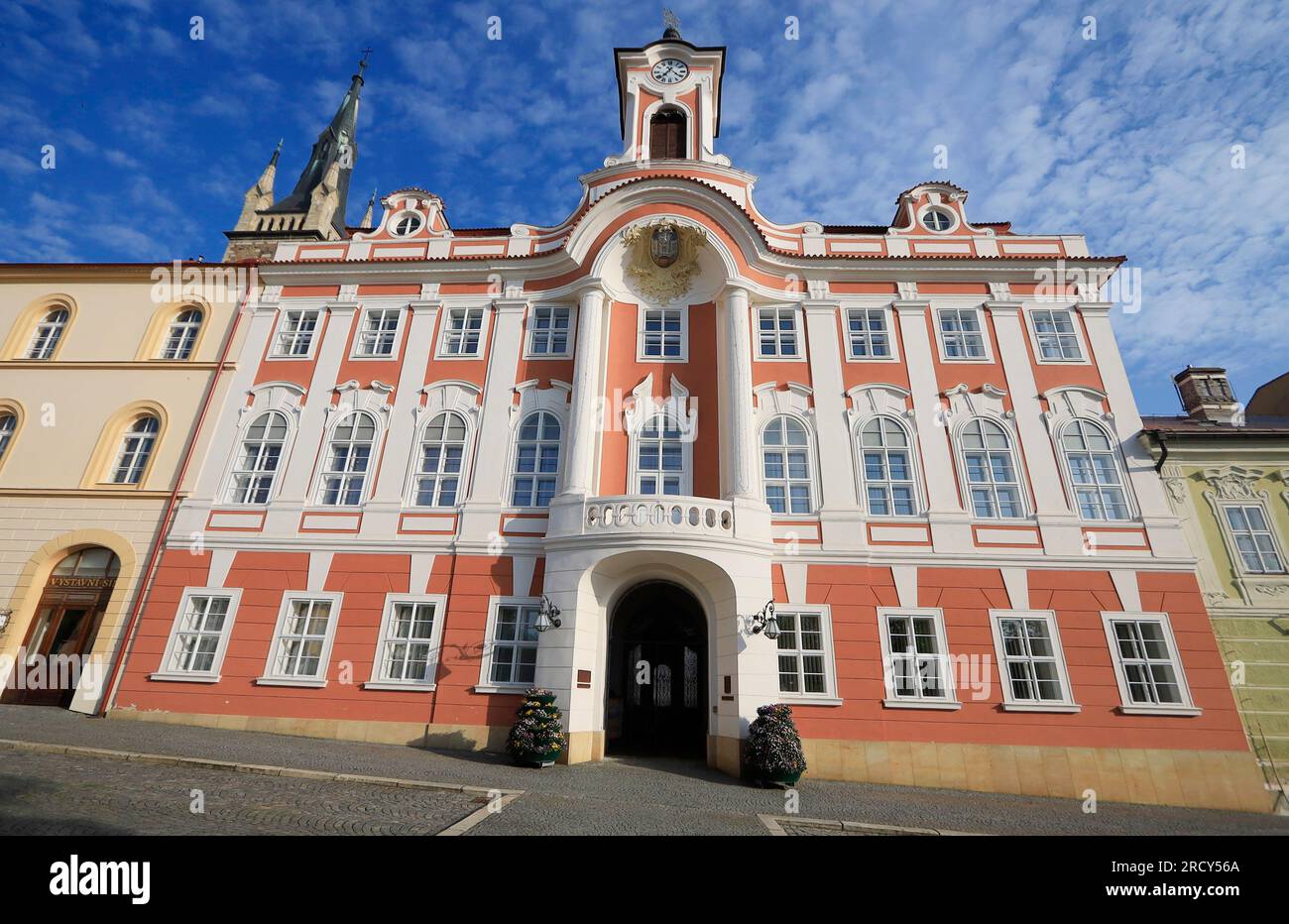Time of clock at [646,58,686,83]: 7:21
